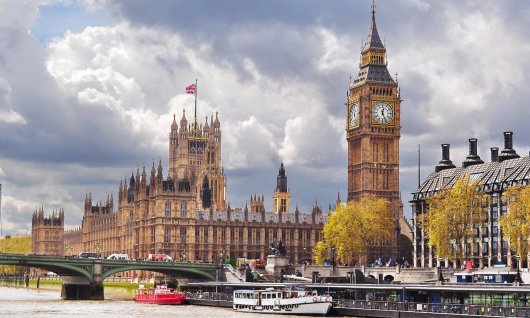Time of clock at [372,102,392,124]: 12:26
